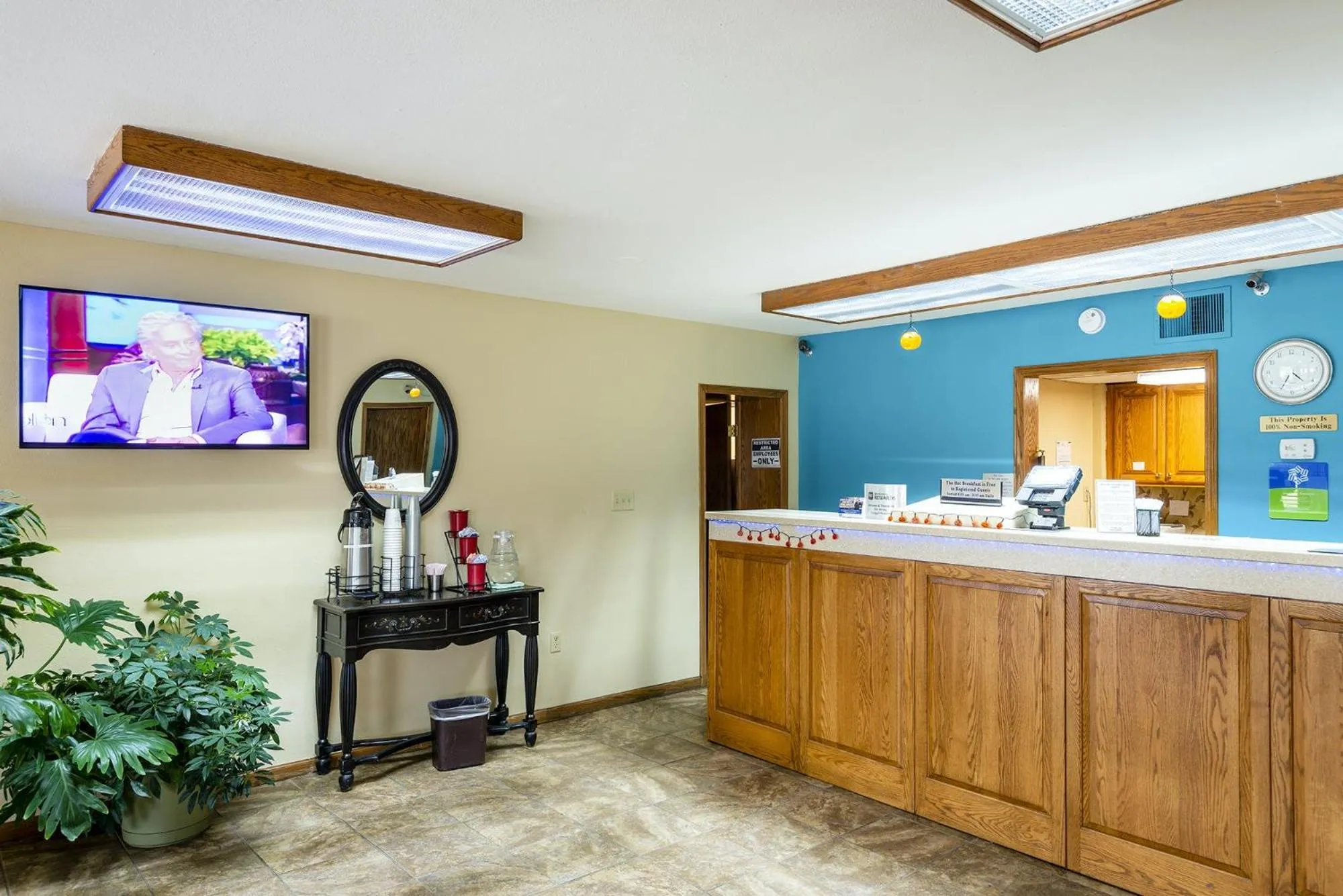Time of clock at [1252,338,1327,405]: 4:34
